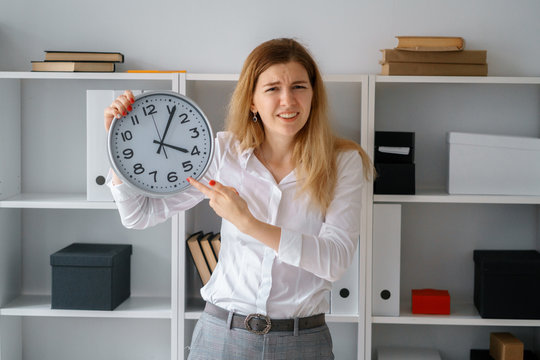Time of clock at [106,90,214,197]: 4:06
